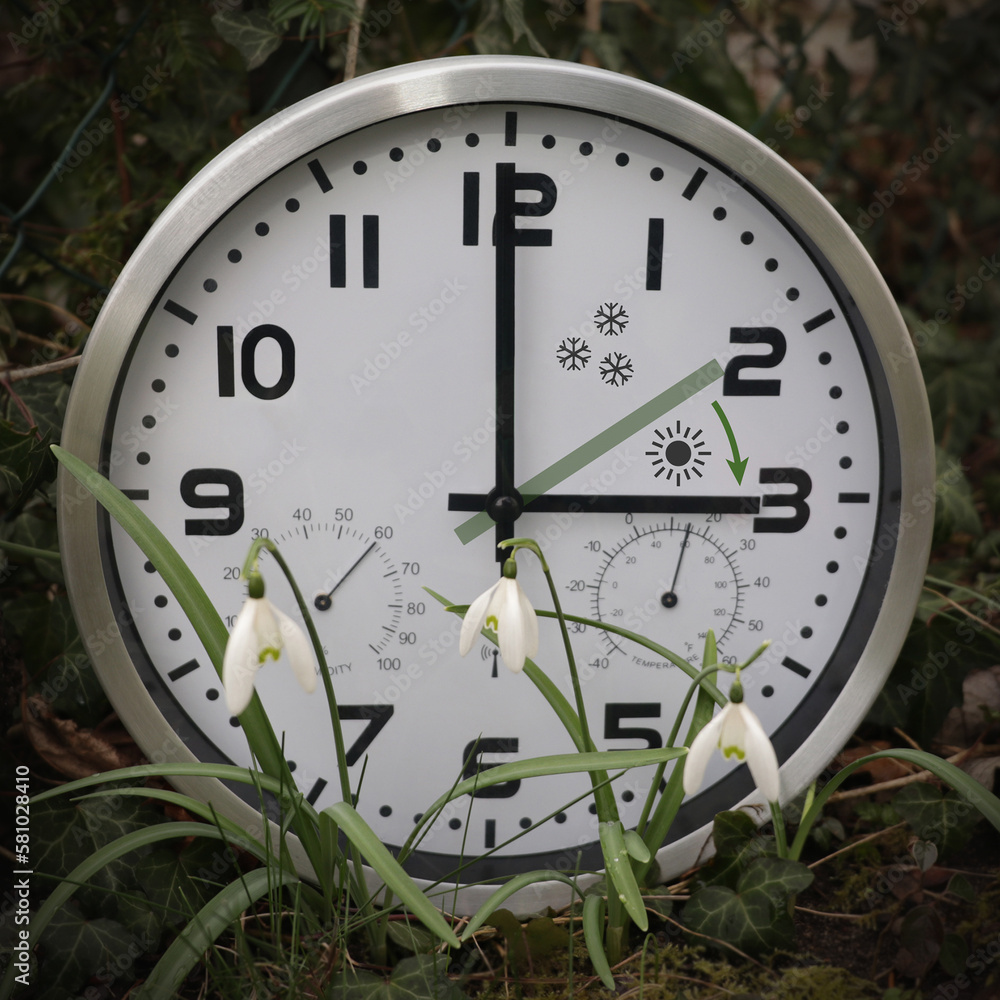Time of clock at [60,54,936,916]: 2:59
